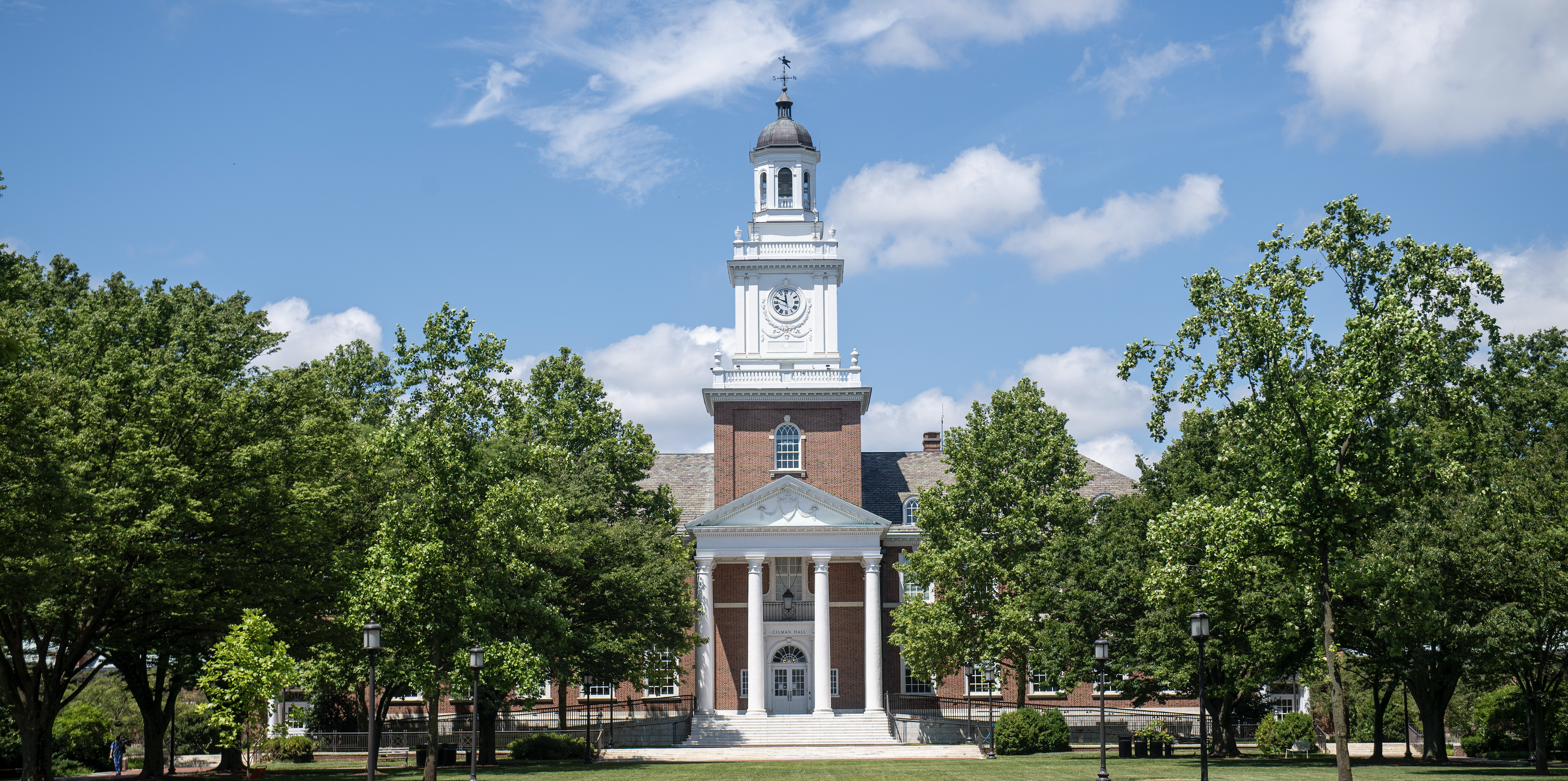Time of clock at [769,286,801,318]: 11:48
